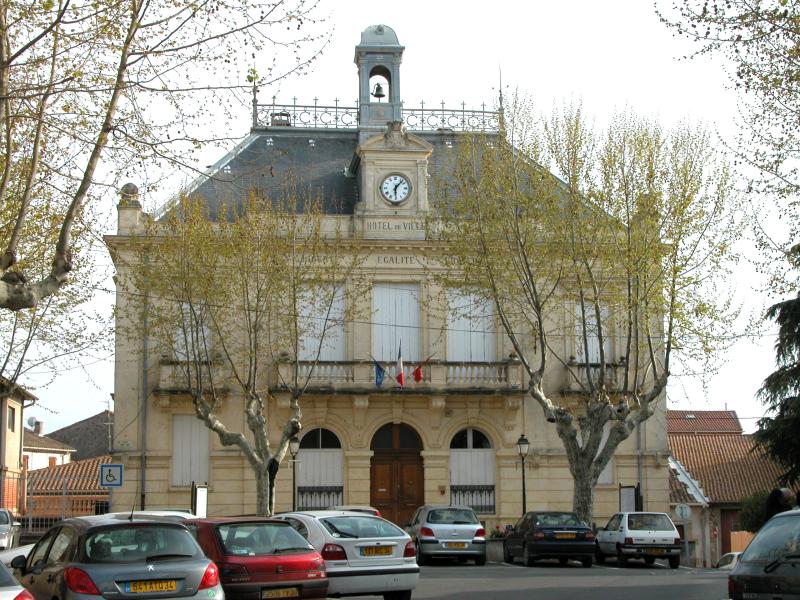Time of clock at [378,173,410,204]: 6:07
